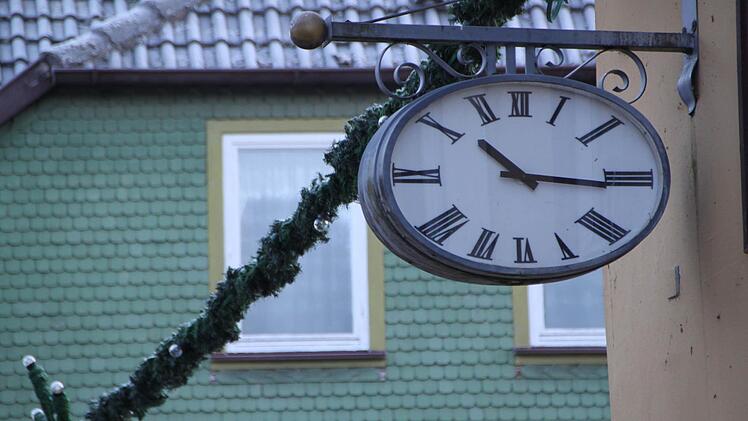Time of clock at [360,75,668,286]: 10:15
